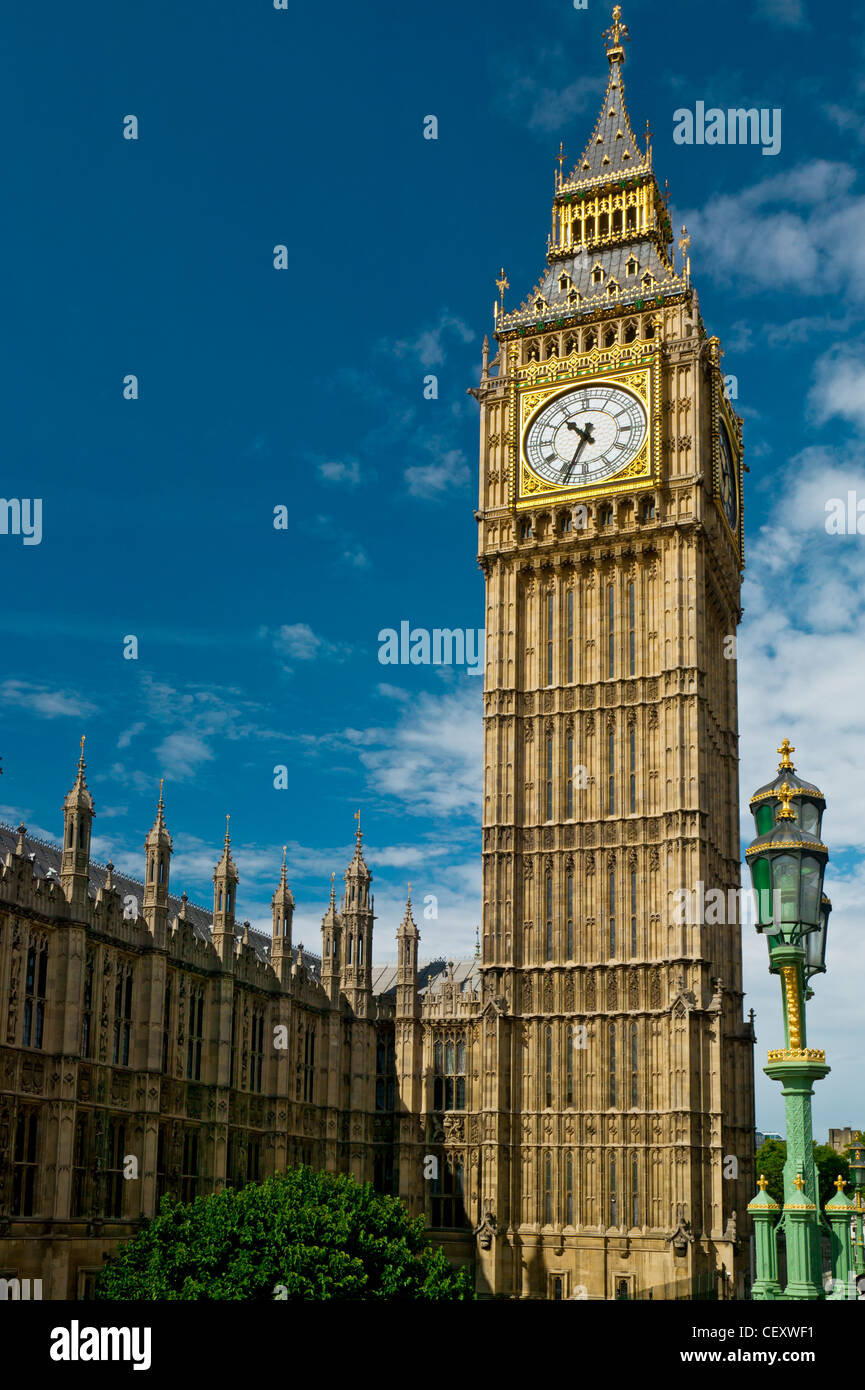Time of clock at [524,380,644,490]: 10:34
